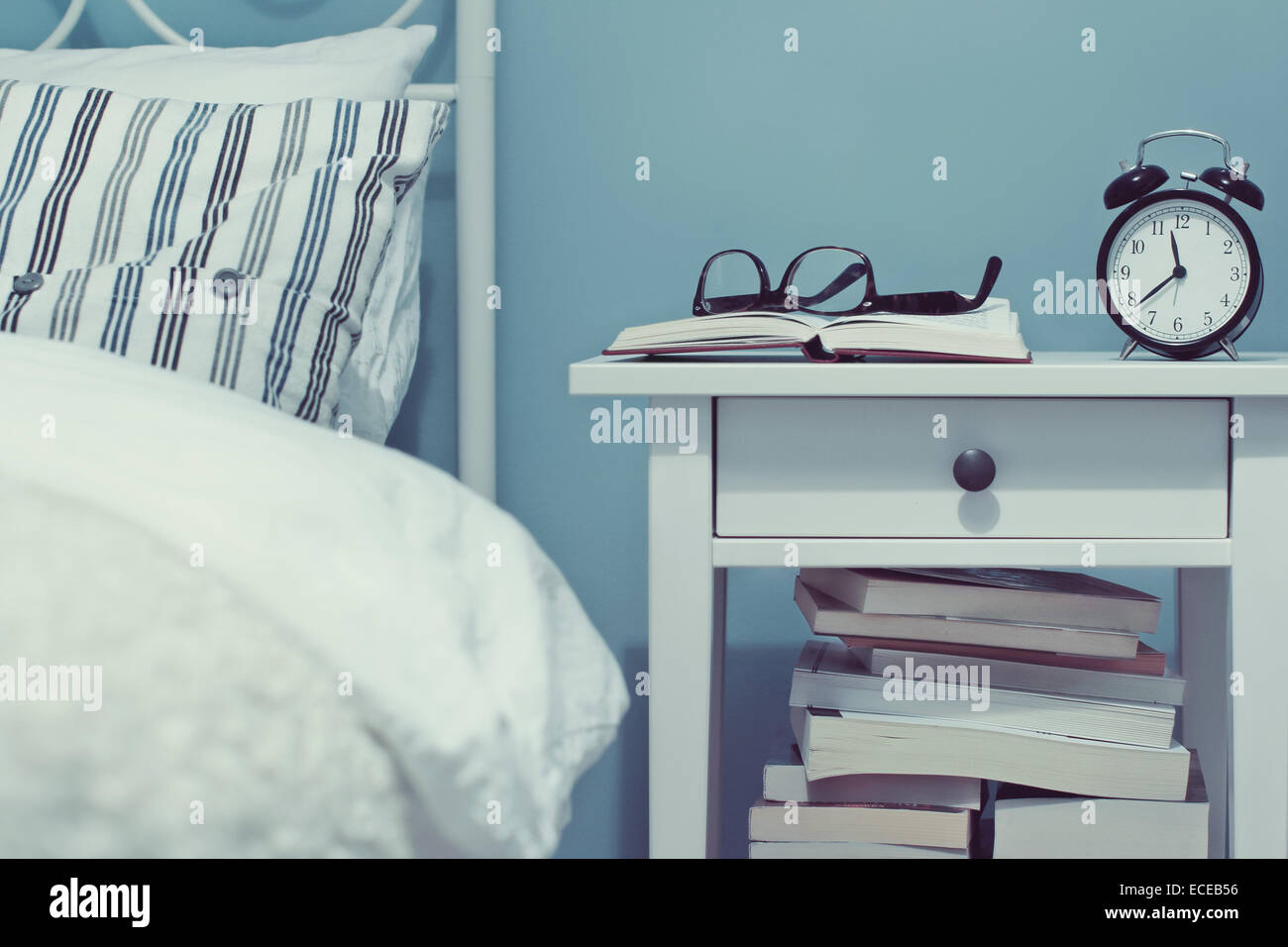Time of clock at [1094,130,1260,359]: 11:38
